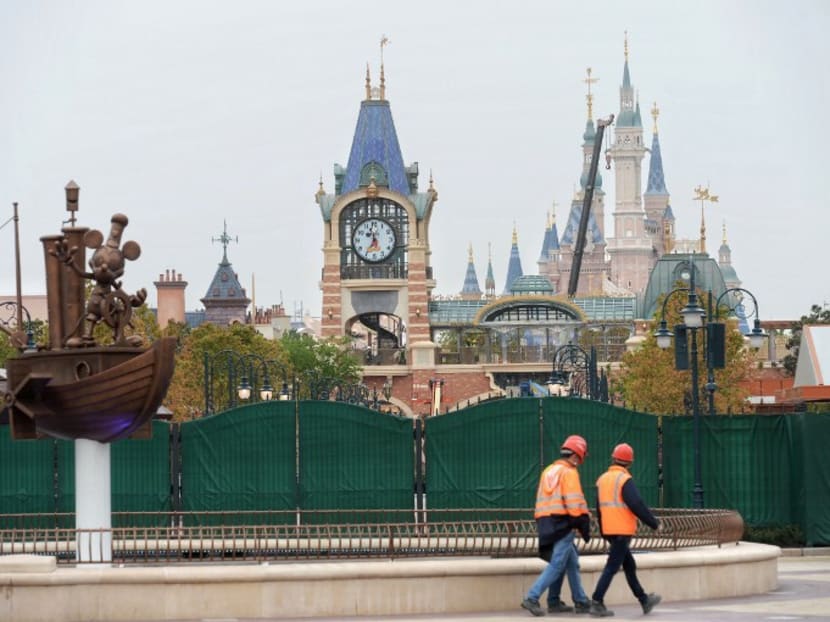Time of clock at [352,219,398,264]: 11:35
